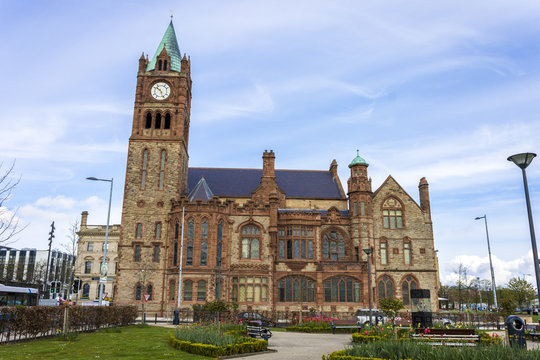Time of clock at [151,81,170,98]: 10:26
